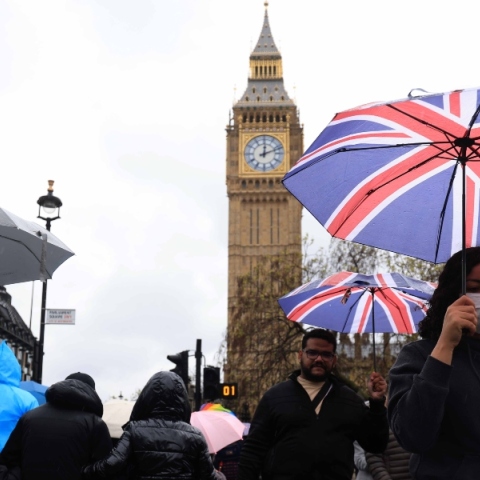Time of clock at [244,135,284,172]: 12:11
